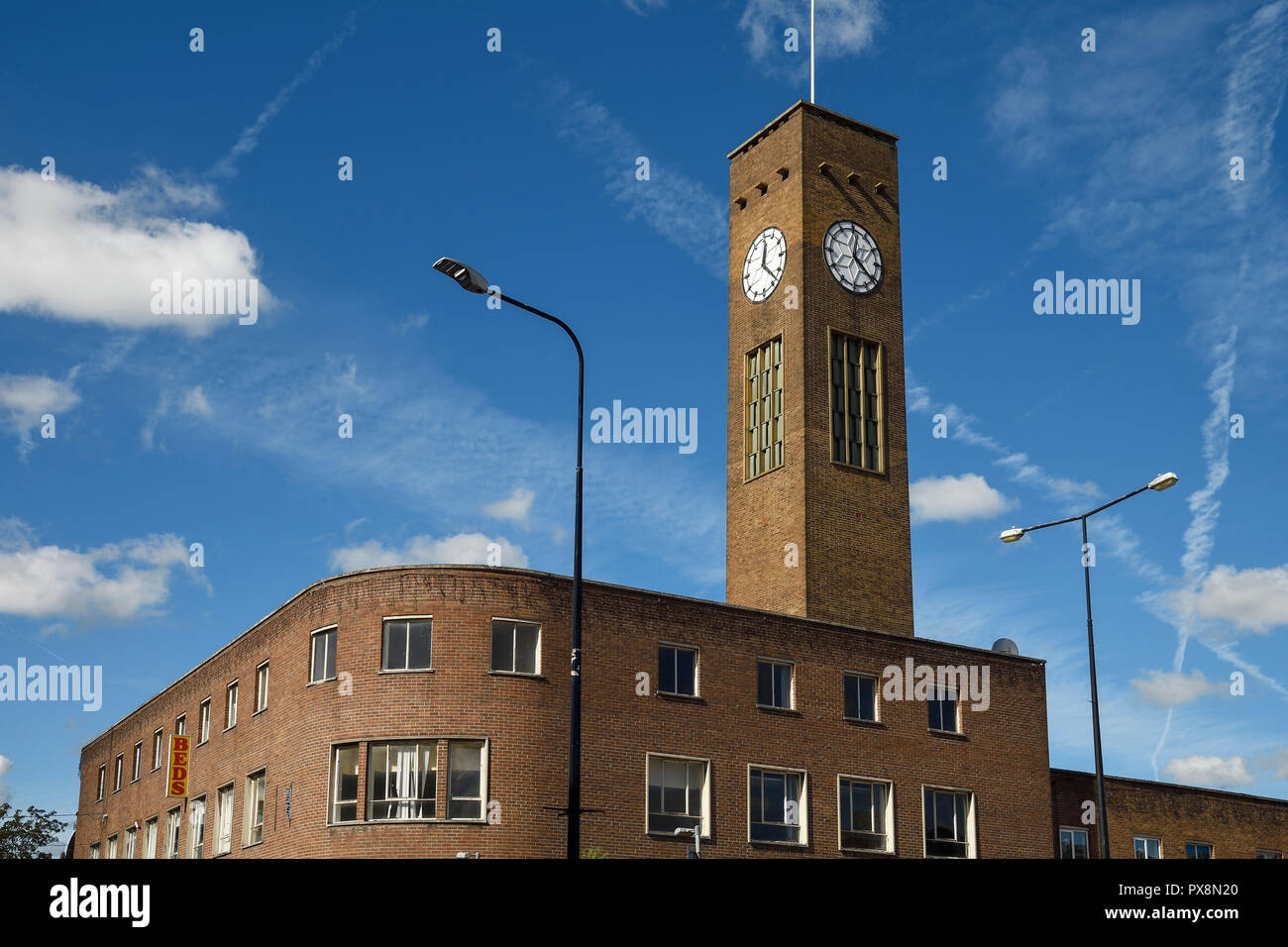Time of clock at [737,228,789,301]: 12:22
